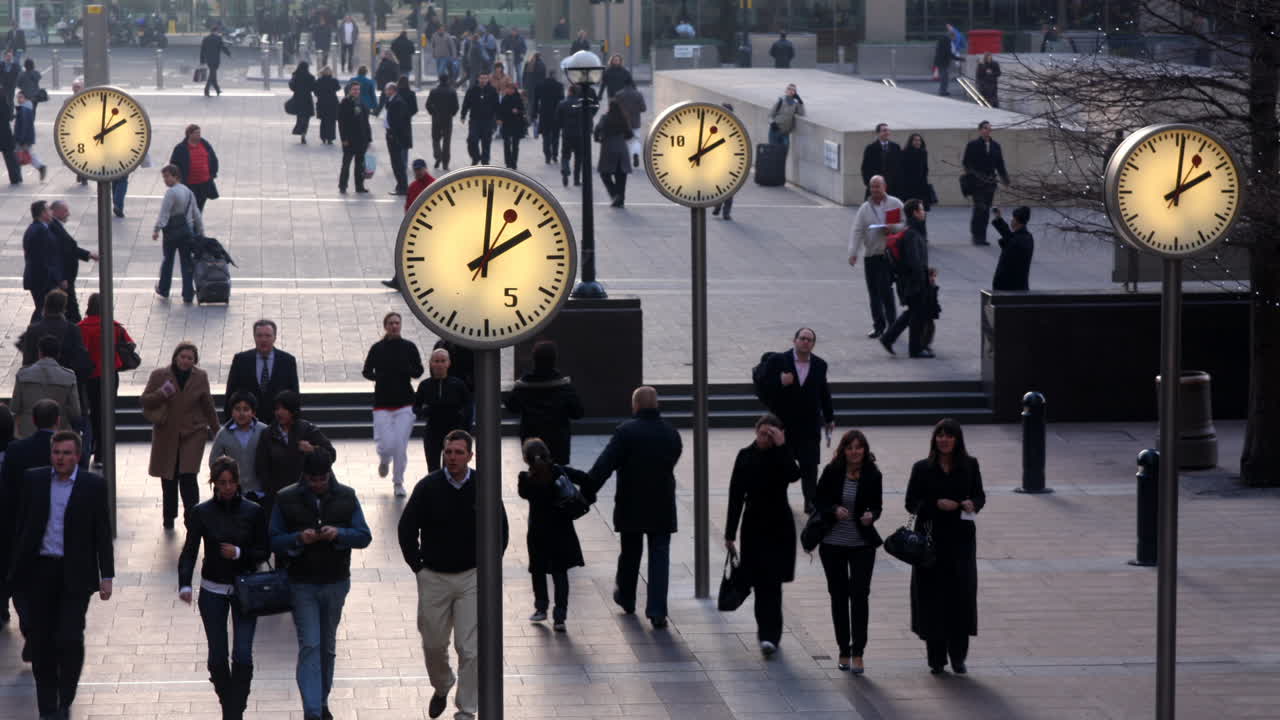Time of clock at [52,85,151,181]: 2:01
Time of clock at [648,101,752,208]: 2:01
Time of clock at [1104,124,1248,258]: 2:01
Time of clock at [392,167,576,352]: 2:01
